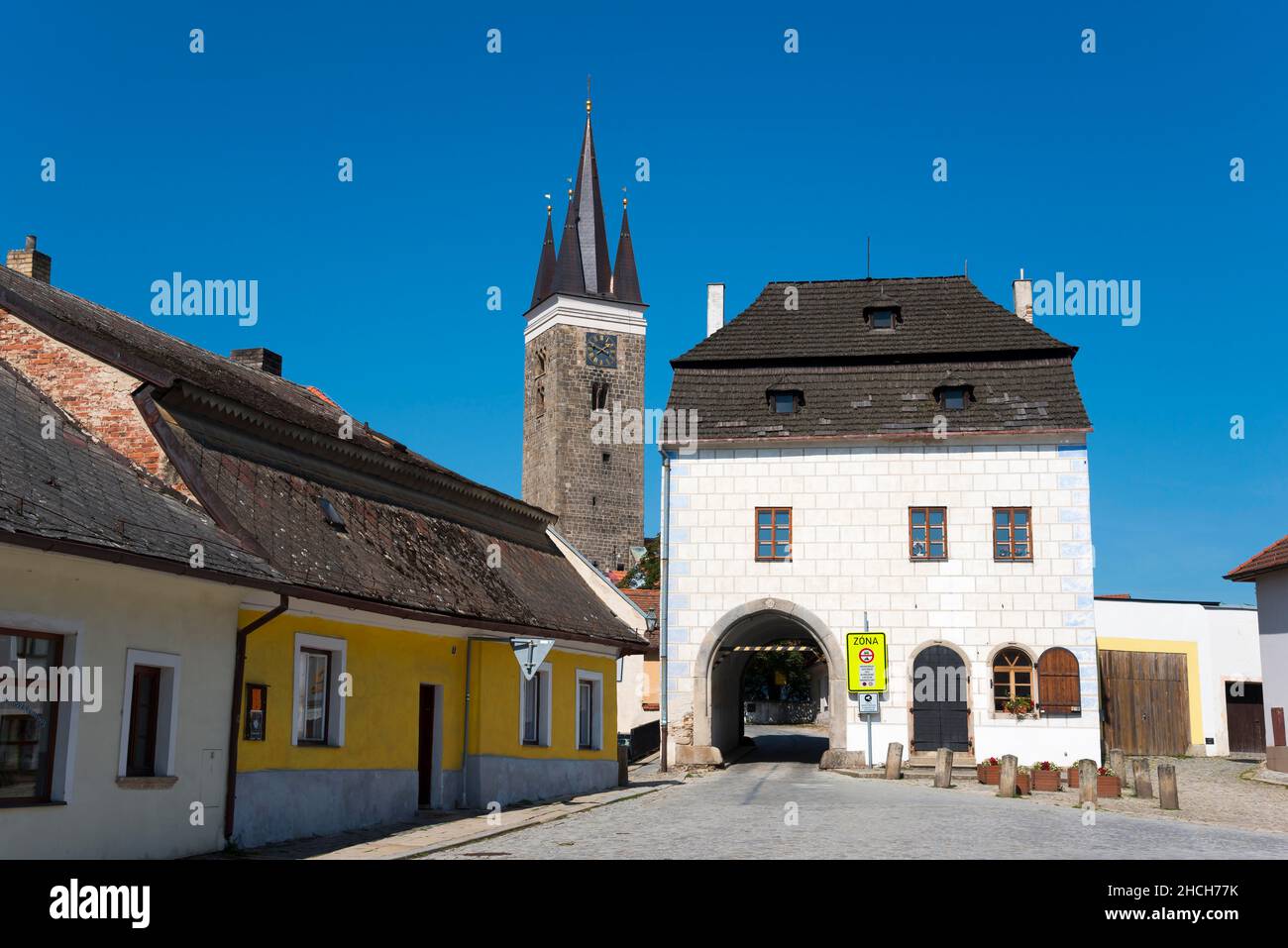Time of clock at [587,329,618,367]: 1:47
